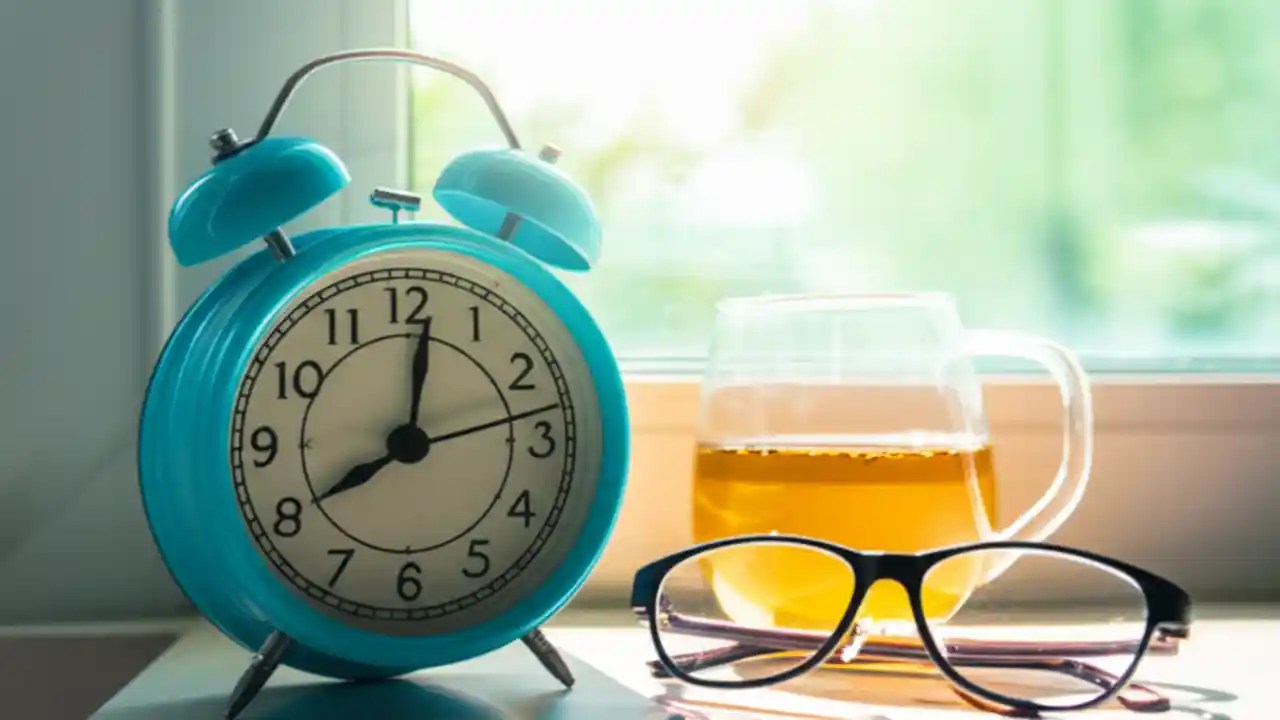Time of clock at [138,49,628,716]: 8:01
